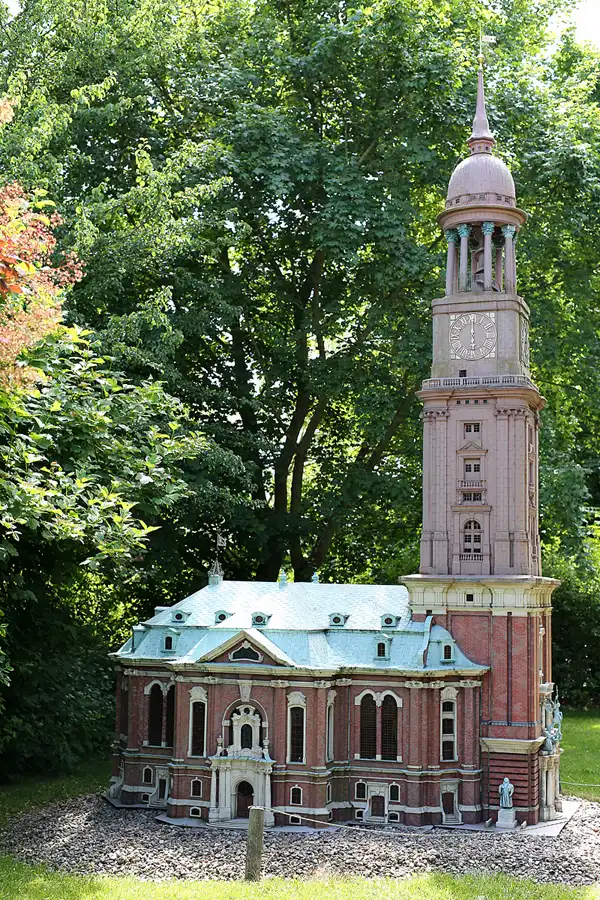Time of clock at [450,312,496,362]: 6:00
